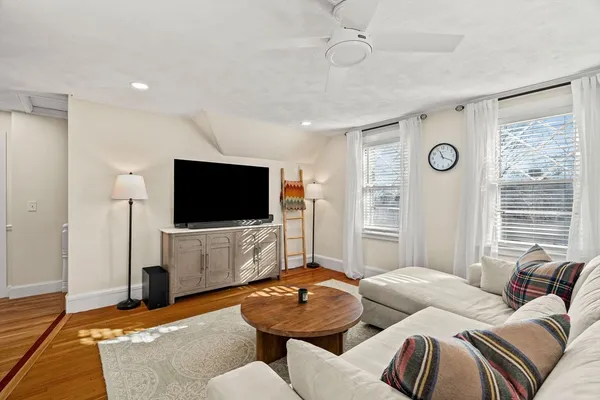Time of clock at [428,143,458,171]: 11:19
